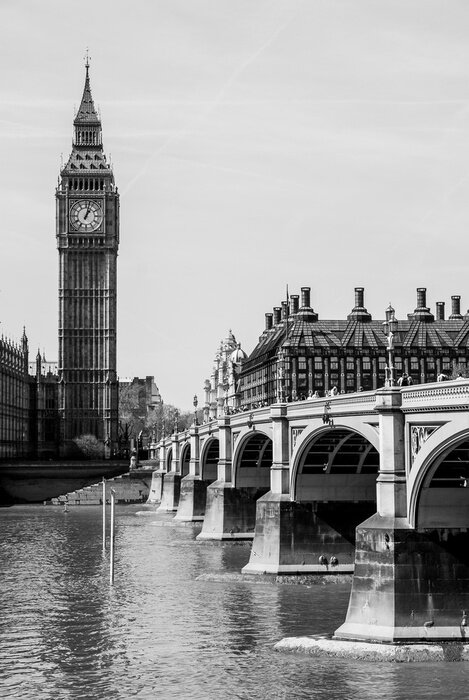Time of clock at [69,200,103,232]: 1:02
